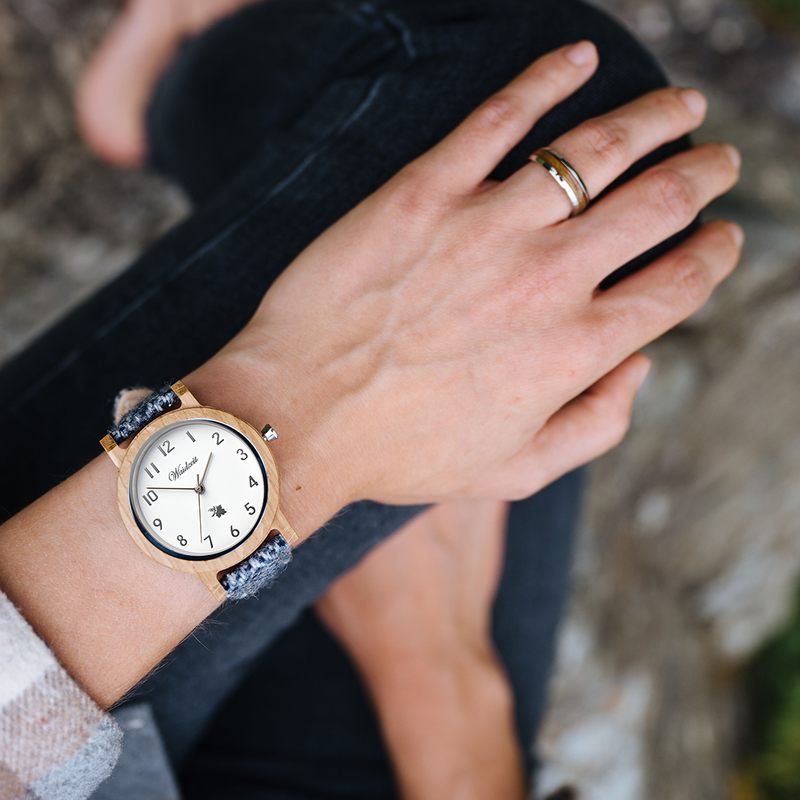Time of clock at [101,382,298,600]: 12:46
